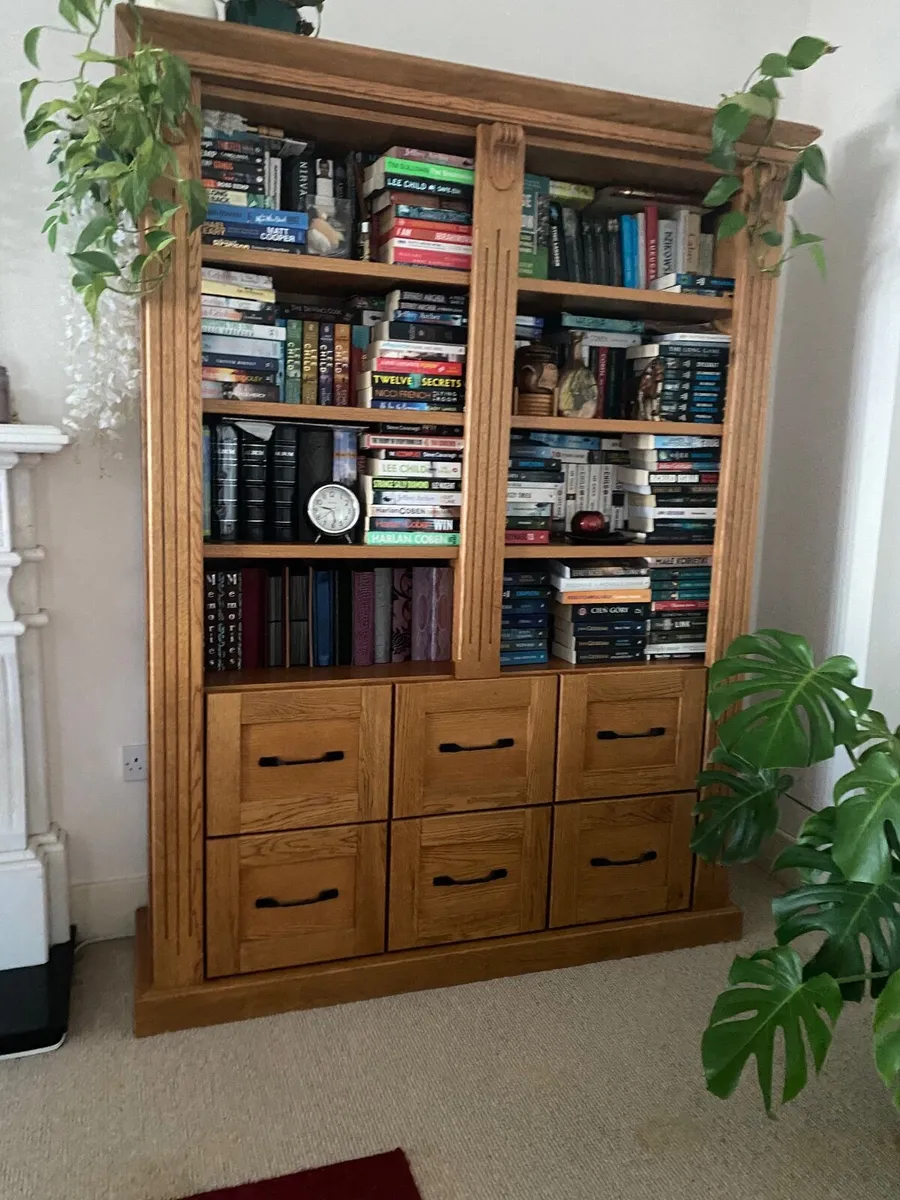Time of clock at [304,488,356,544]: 9:28
